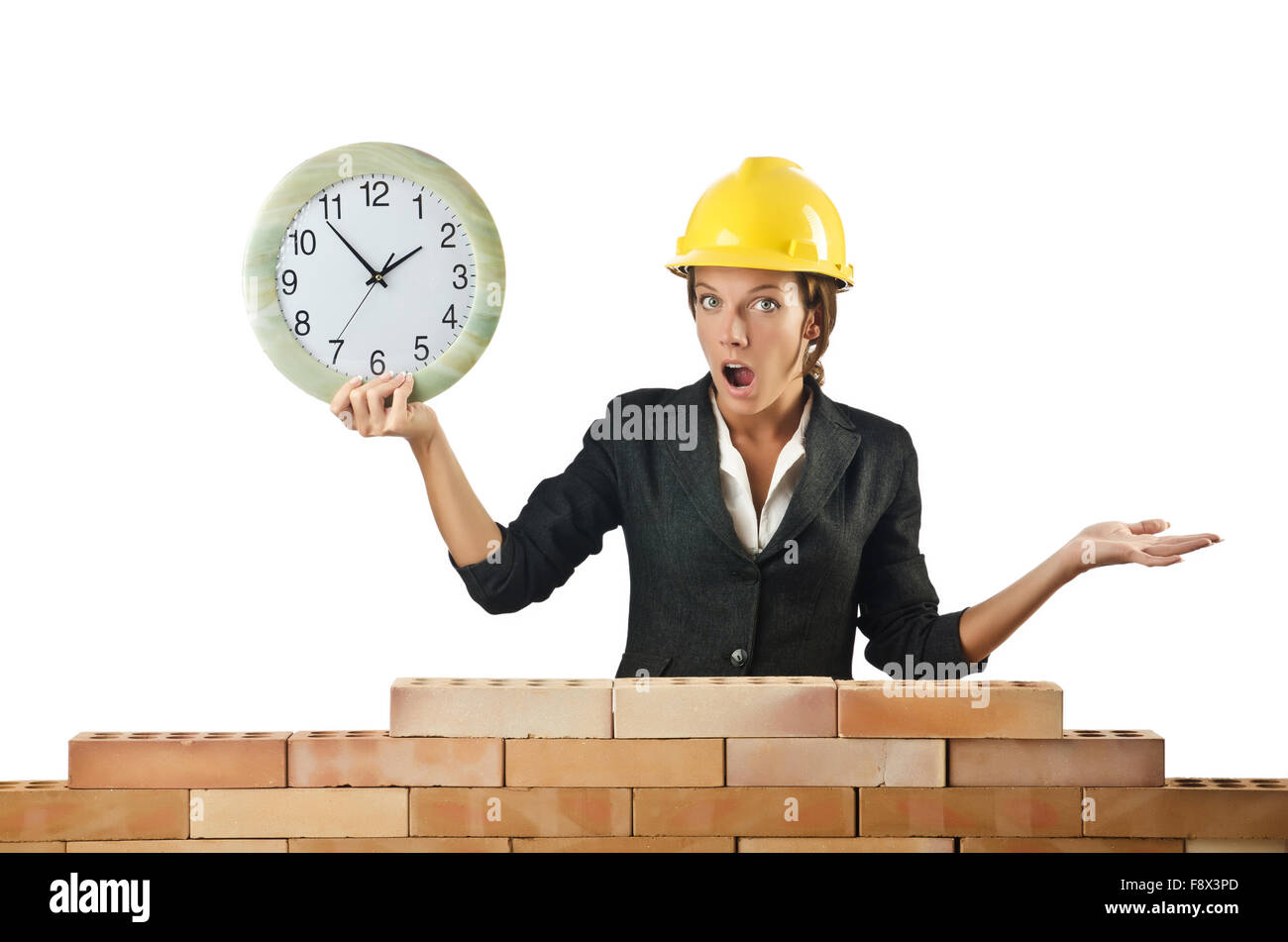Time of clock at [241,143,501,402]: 1:53
